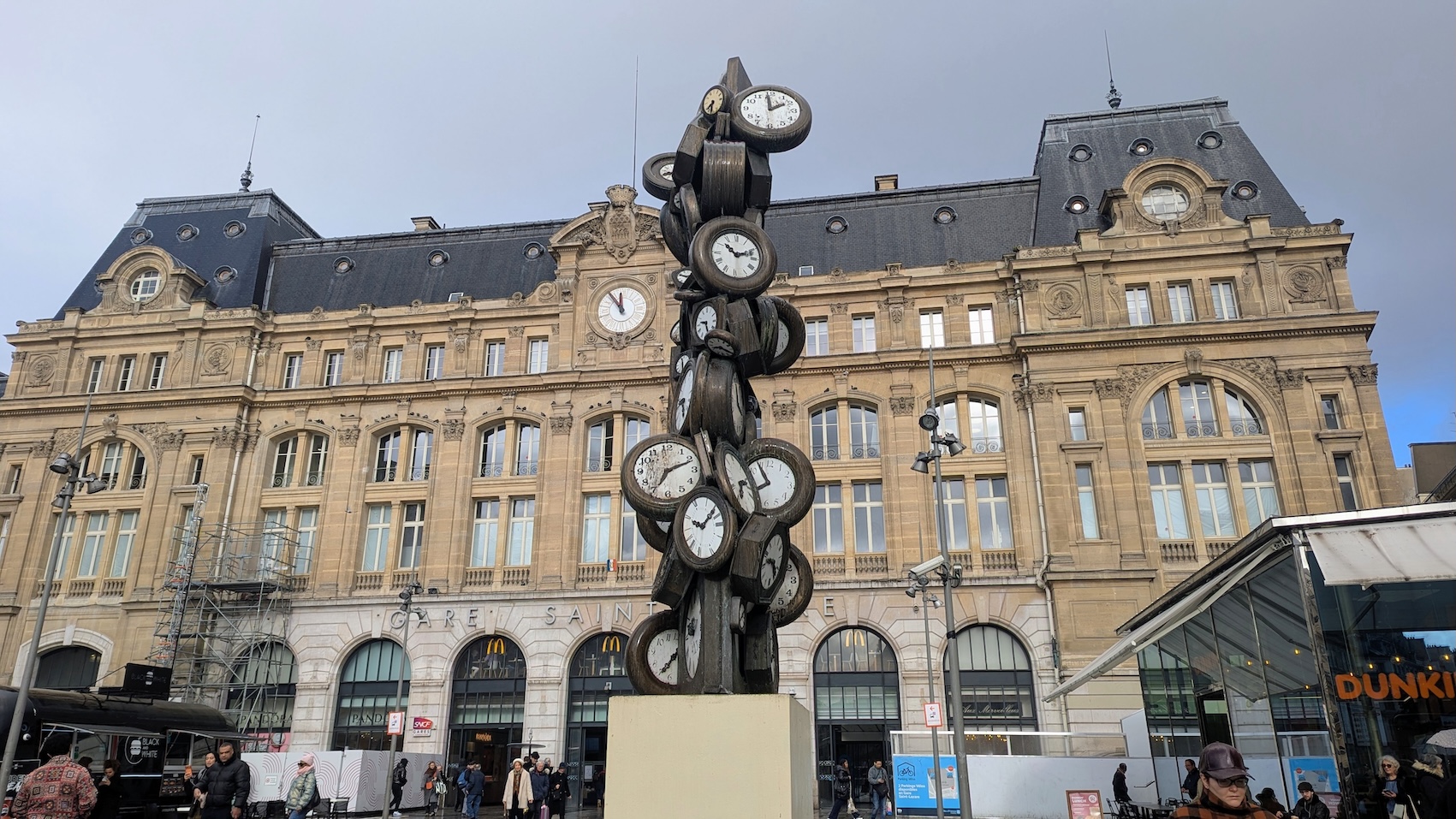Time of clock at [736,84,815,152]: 1:59
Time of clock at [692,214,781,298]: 10:12
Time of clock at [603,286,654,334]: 11:53
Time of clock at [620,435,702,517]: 7:11
